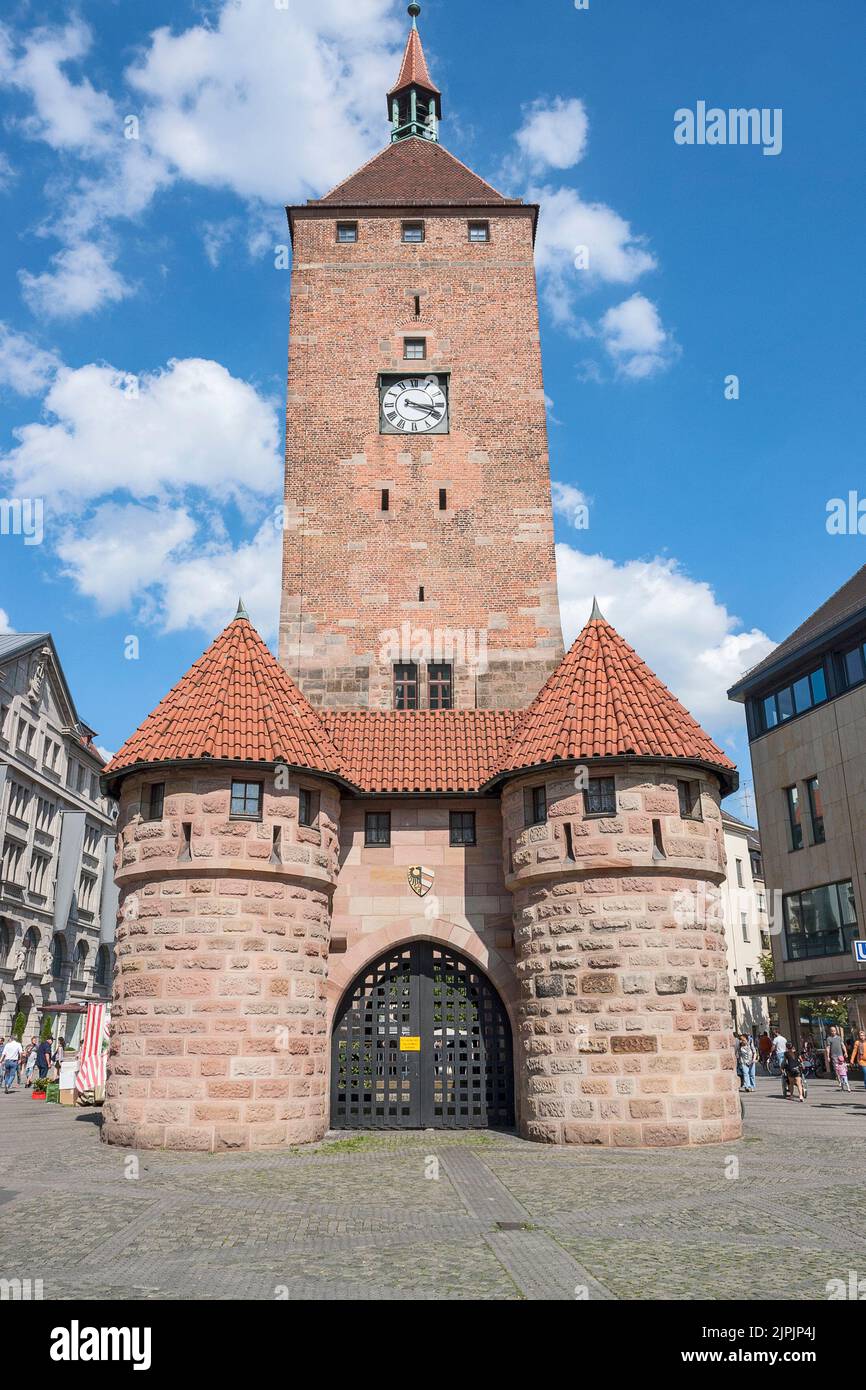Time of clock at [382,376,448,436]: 3:18
